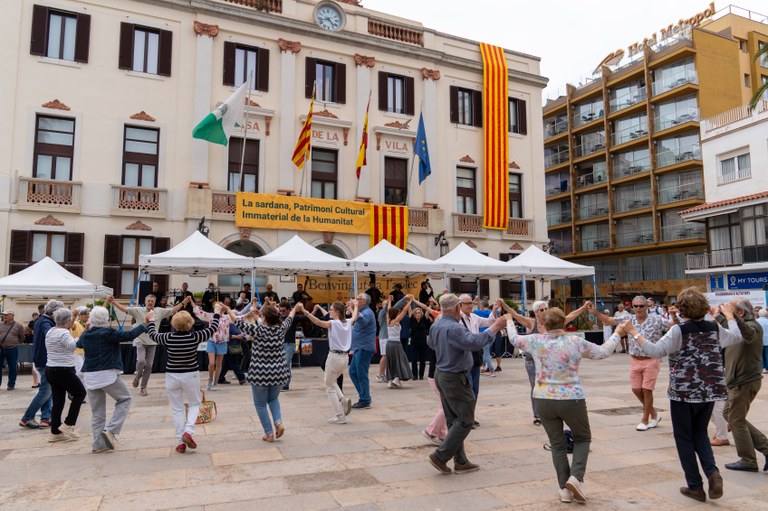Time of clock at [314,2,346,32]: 4:42
